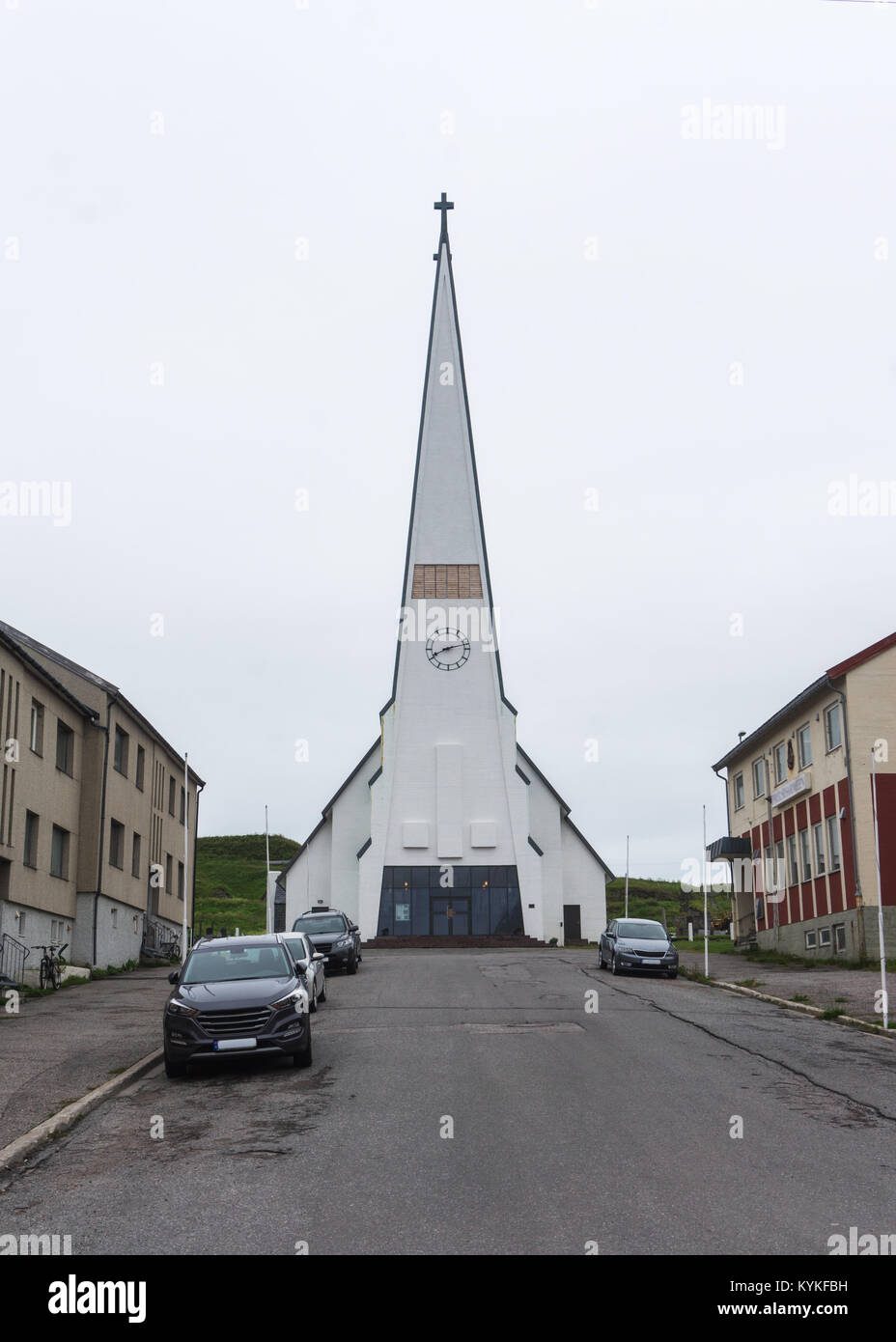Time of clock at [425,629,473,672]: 8:12
